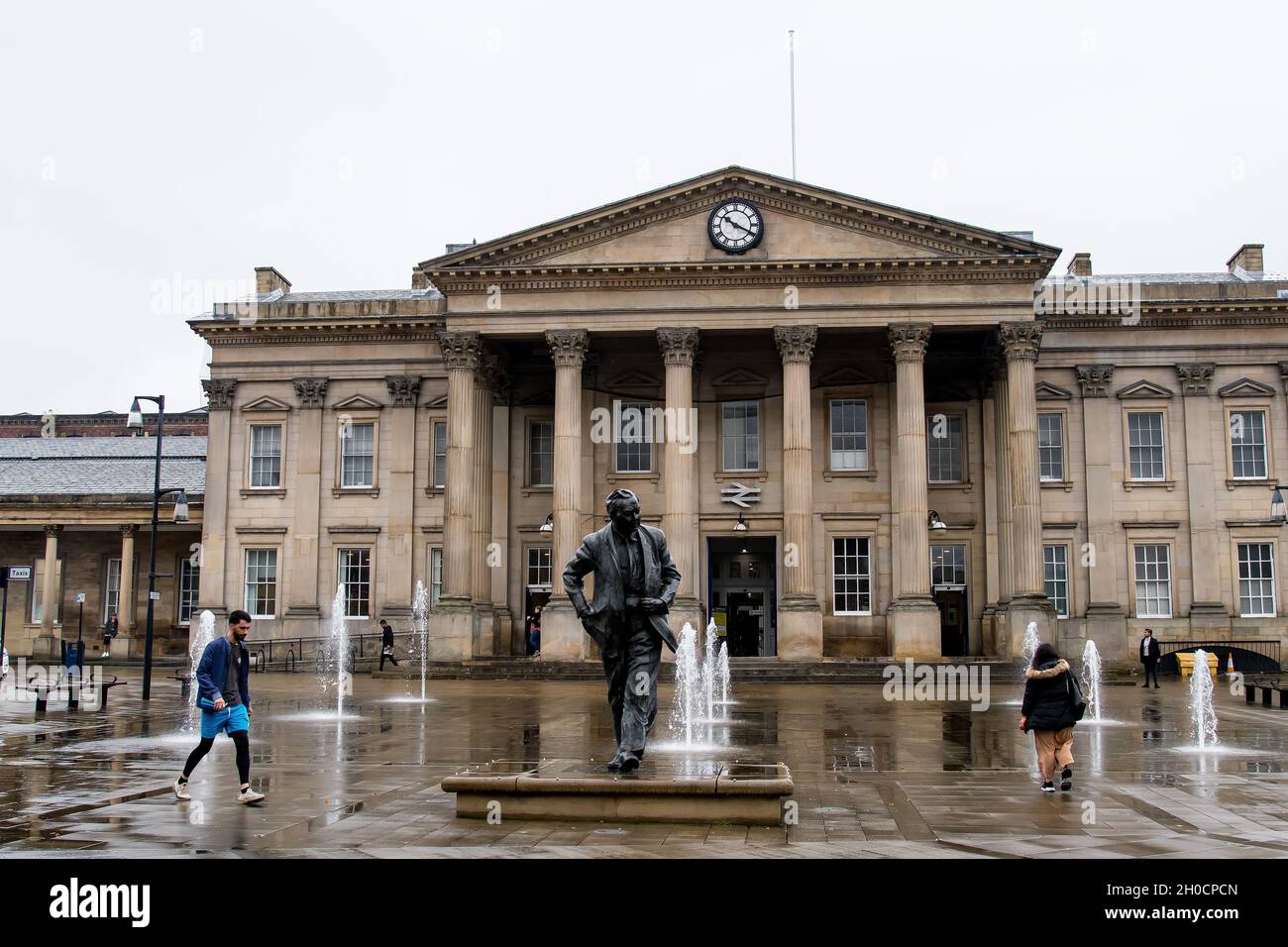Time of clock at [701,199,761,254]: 10:19
